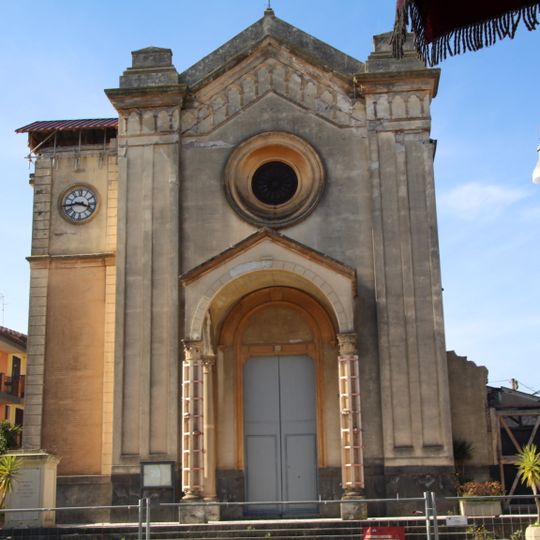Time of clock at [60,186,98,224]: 3:43
